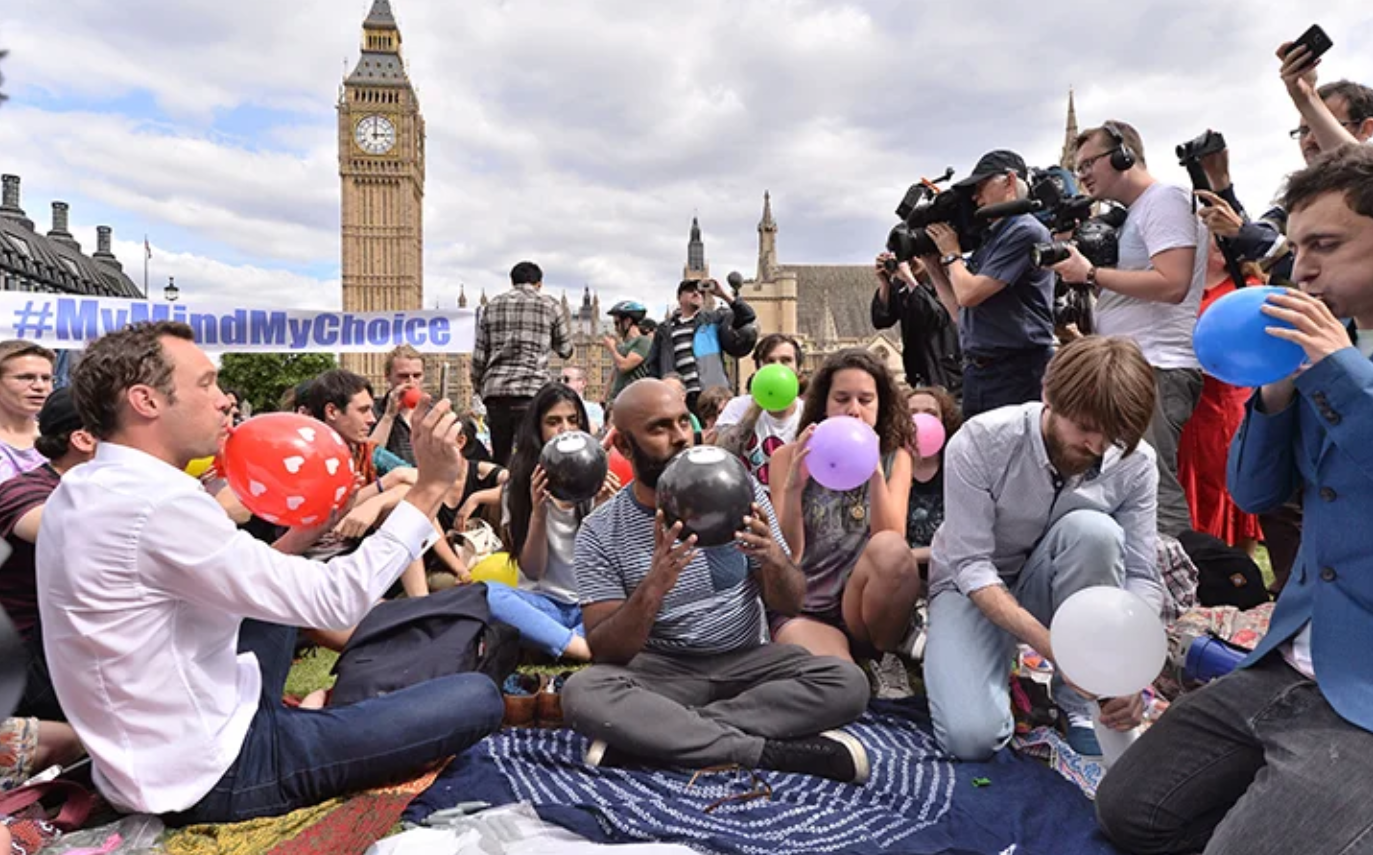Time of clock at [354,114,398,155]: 3:00
